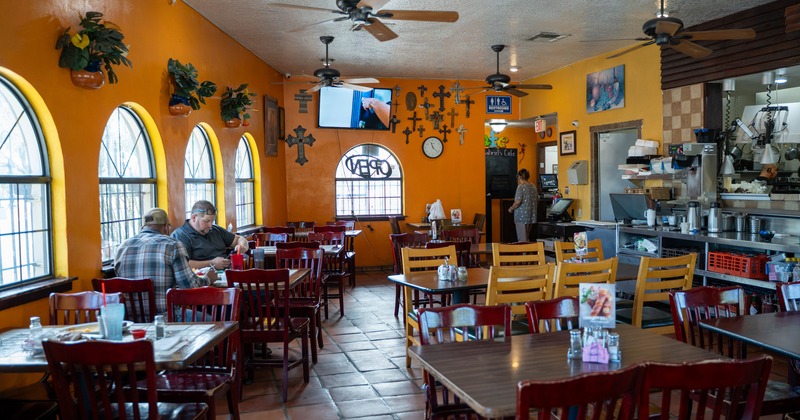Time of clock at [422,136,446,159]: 11:22
